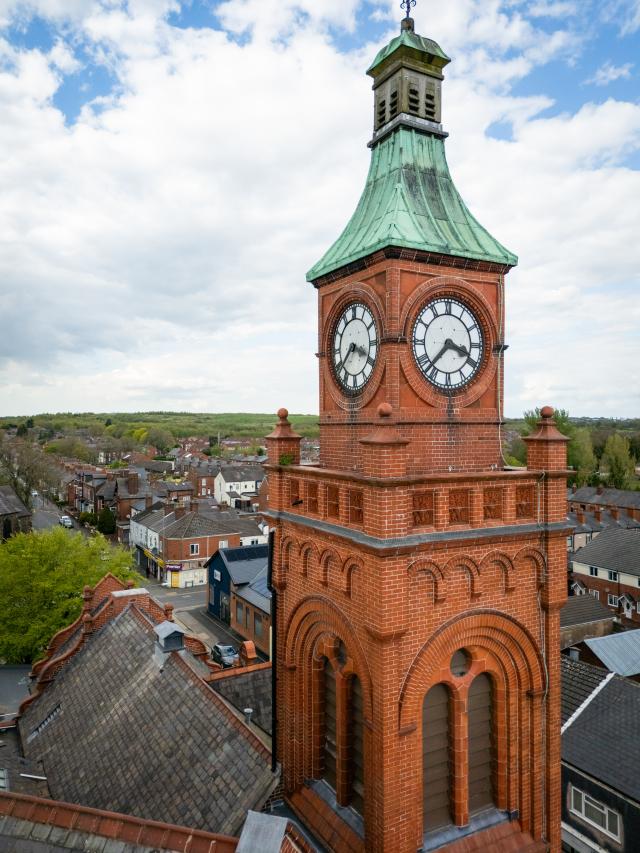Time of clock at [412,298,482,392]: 3:37
